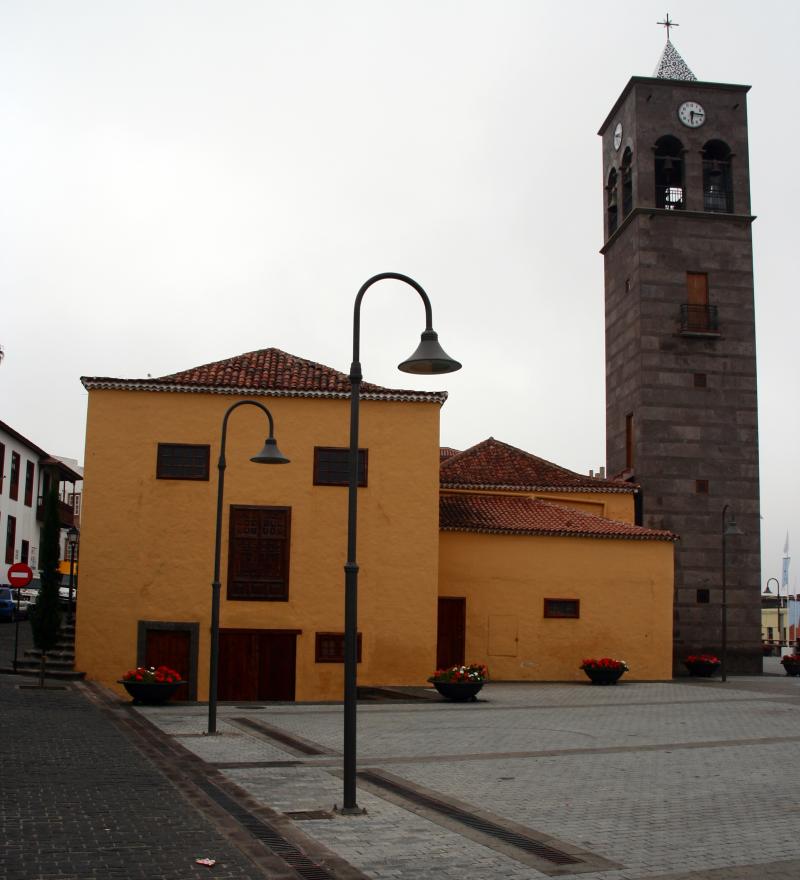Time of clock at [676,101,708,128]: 6:15
